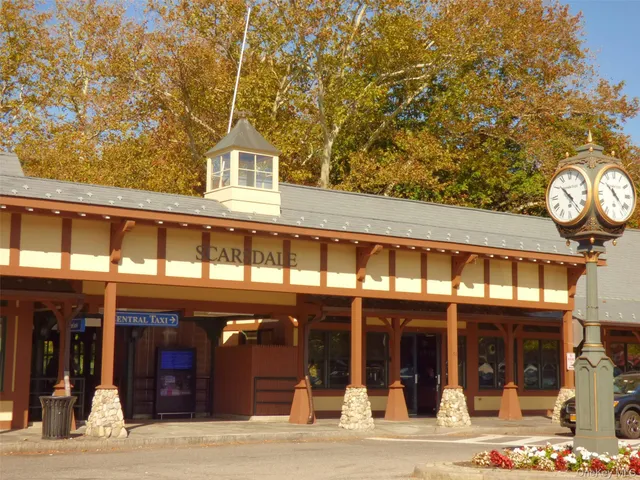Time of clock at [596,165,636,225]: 10:22
